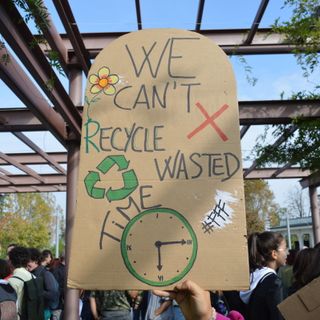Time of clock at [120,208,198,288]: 6:15
